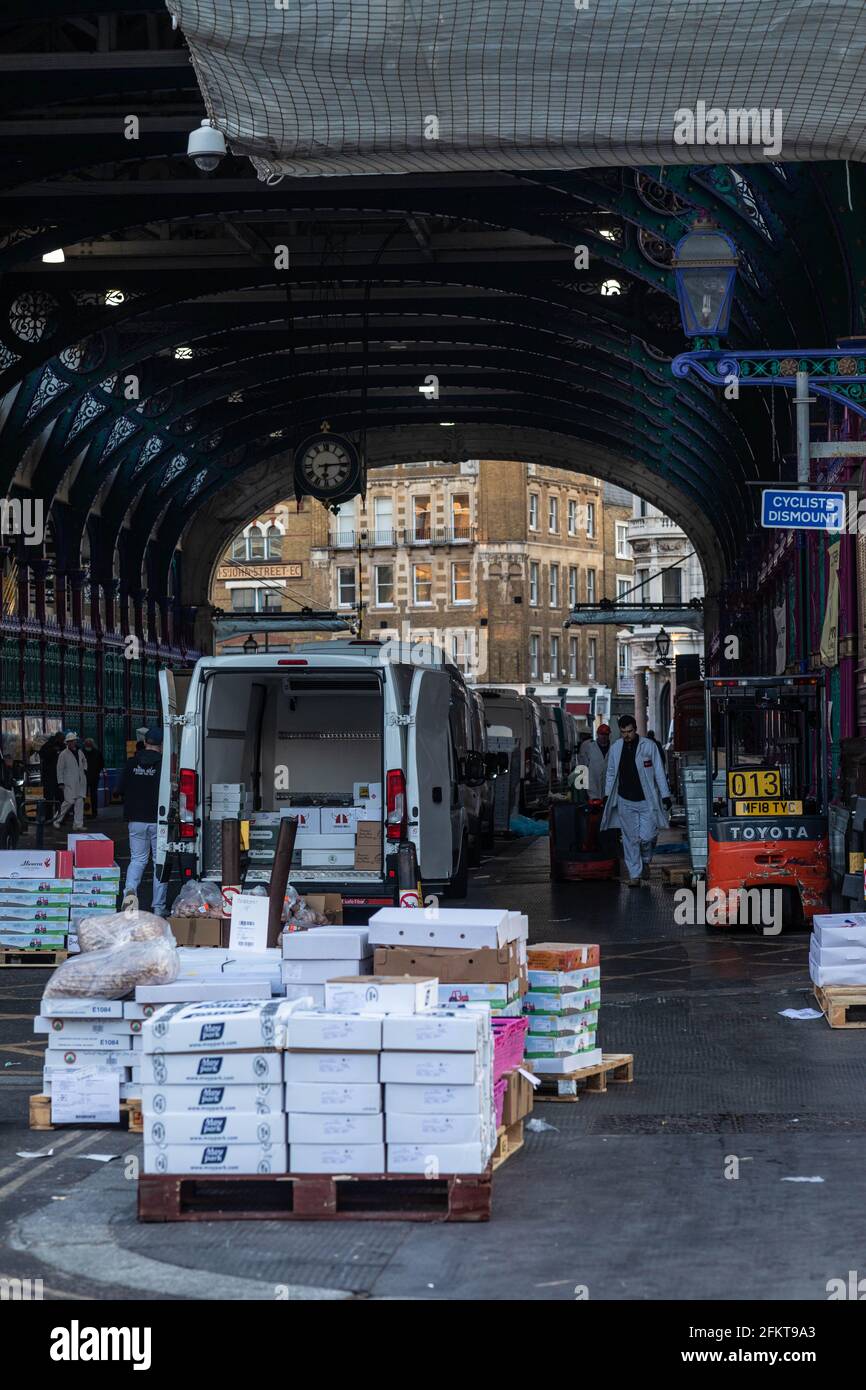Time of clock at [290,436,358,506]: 6:14
